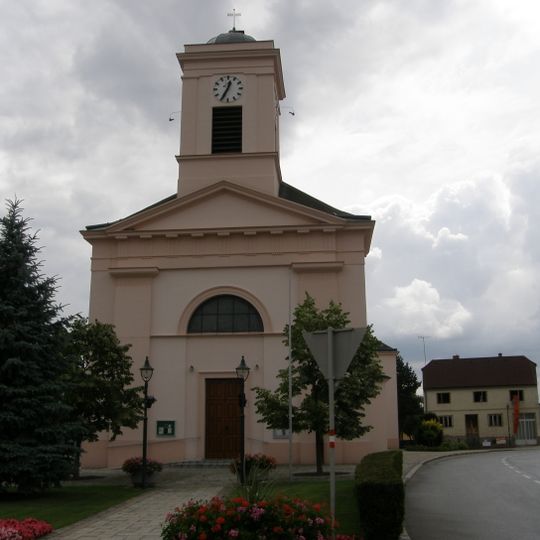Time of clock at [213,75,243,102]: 12:34
